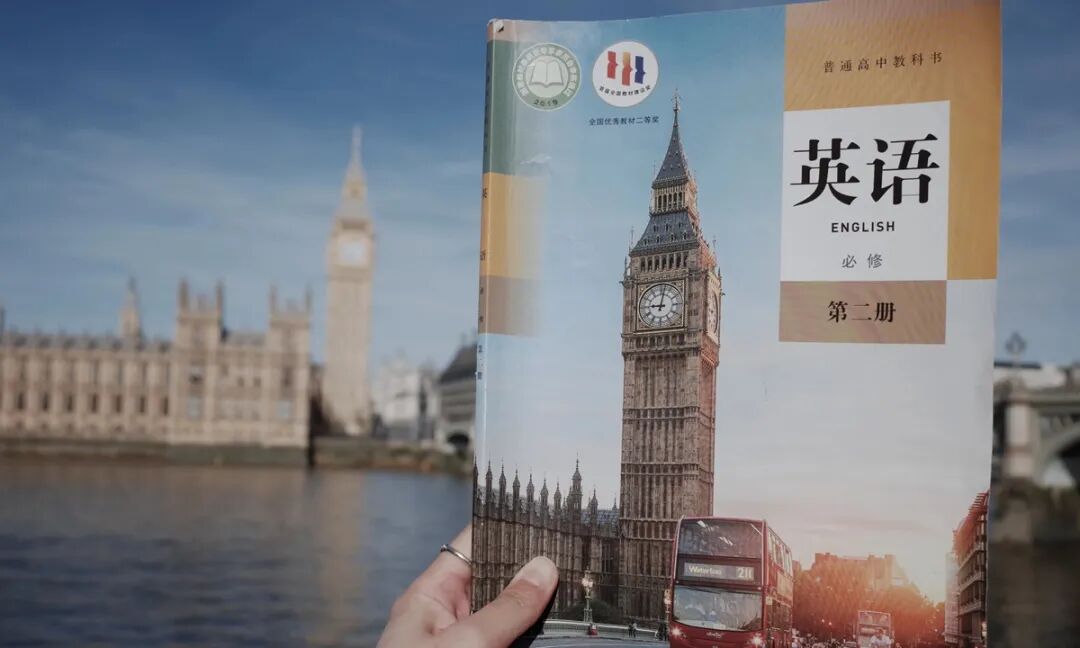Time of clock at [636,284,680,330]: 9:01
